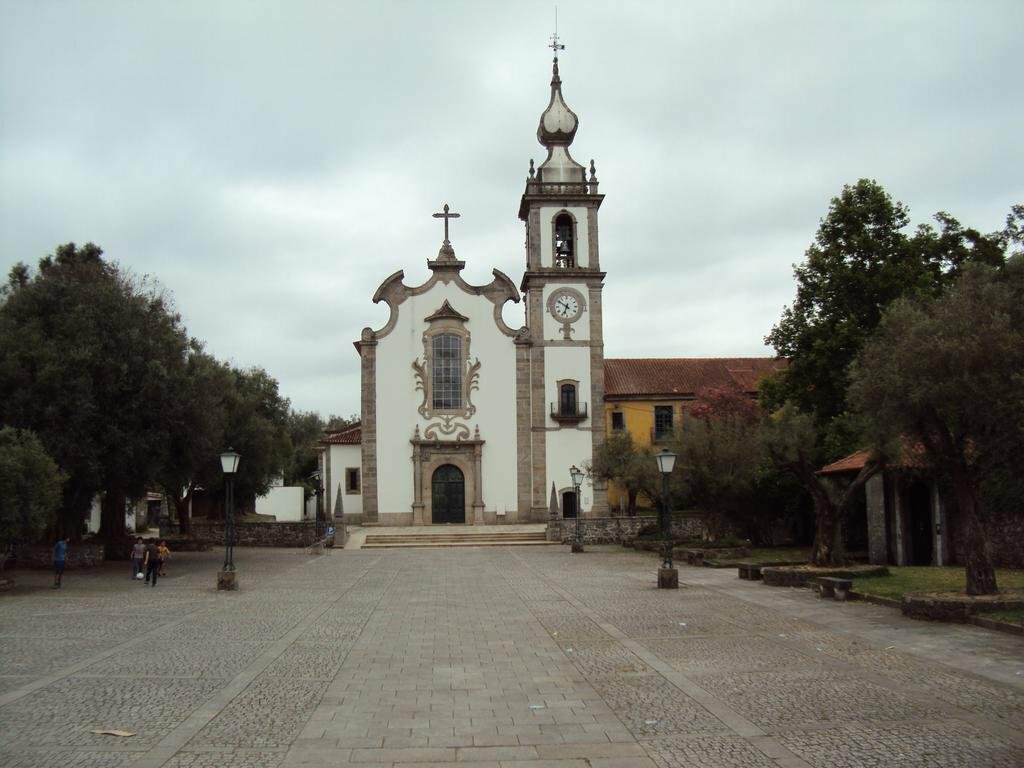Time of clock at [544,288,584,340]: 6:50
